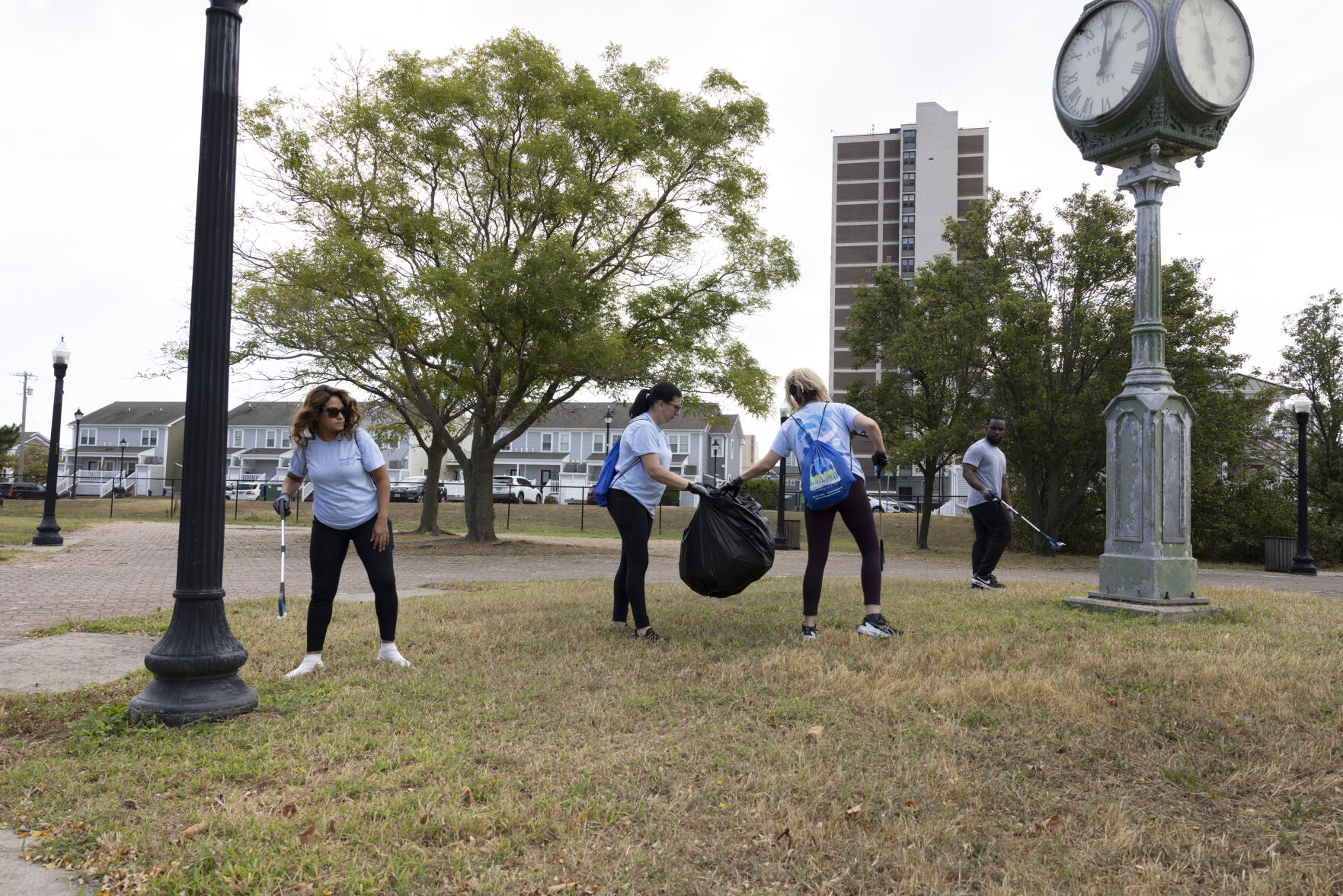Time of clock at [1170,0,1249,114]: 5:57
